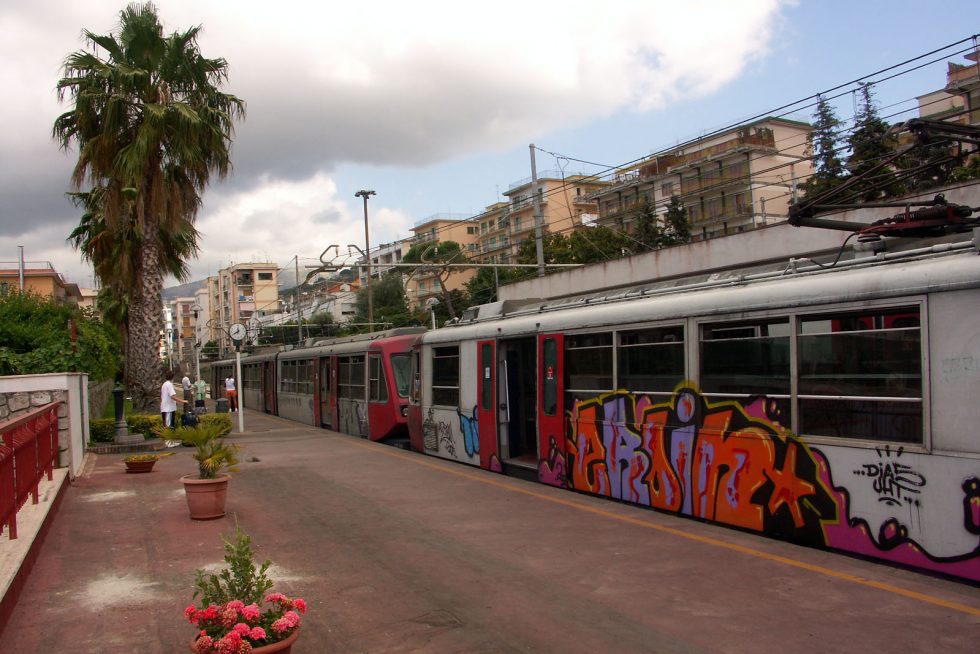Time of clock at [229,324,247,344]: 11:40
